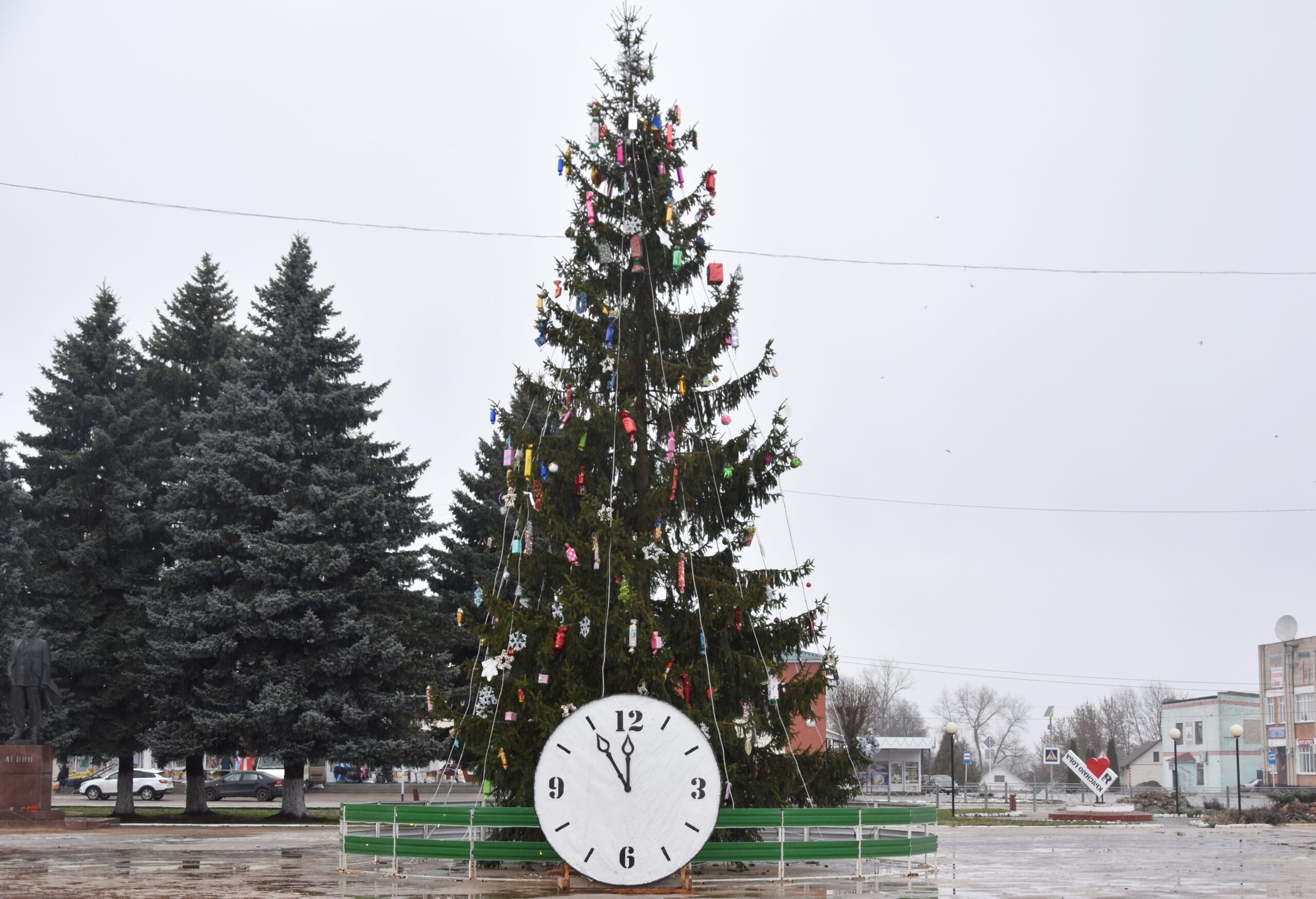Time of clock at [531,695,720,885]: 11:54
